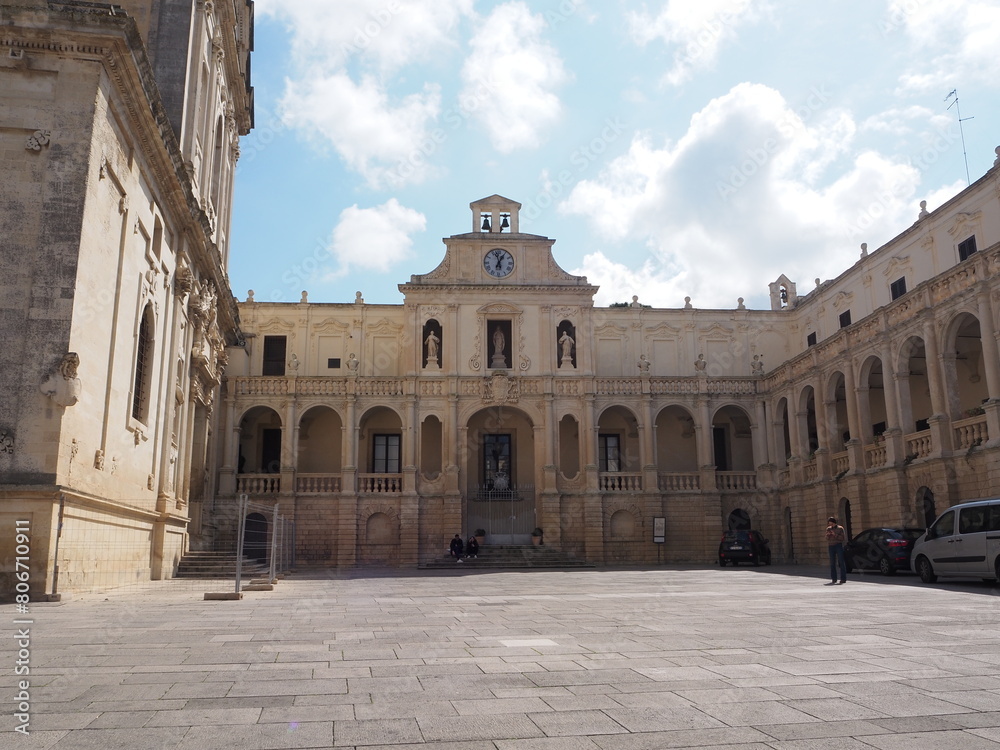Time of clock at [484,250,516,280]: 12:57
